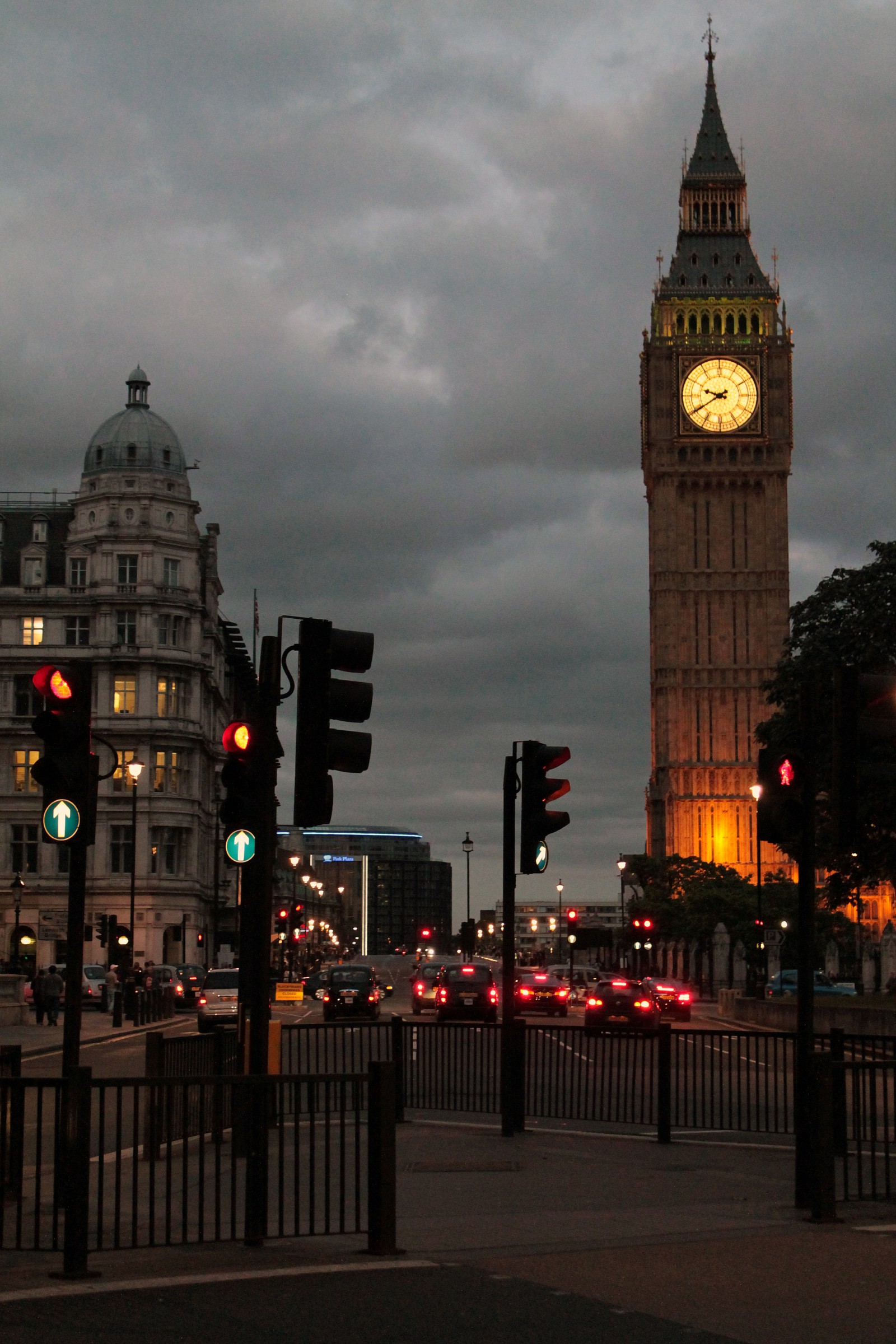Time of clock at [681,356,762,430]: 9:39
